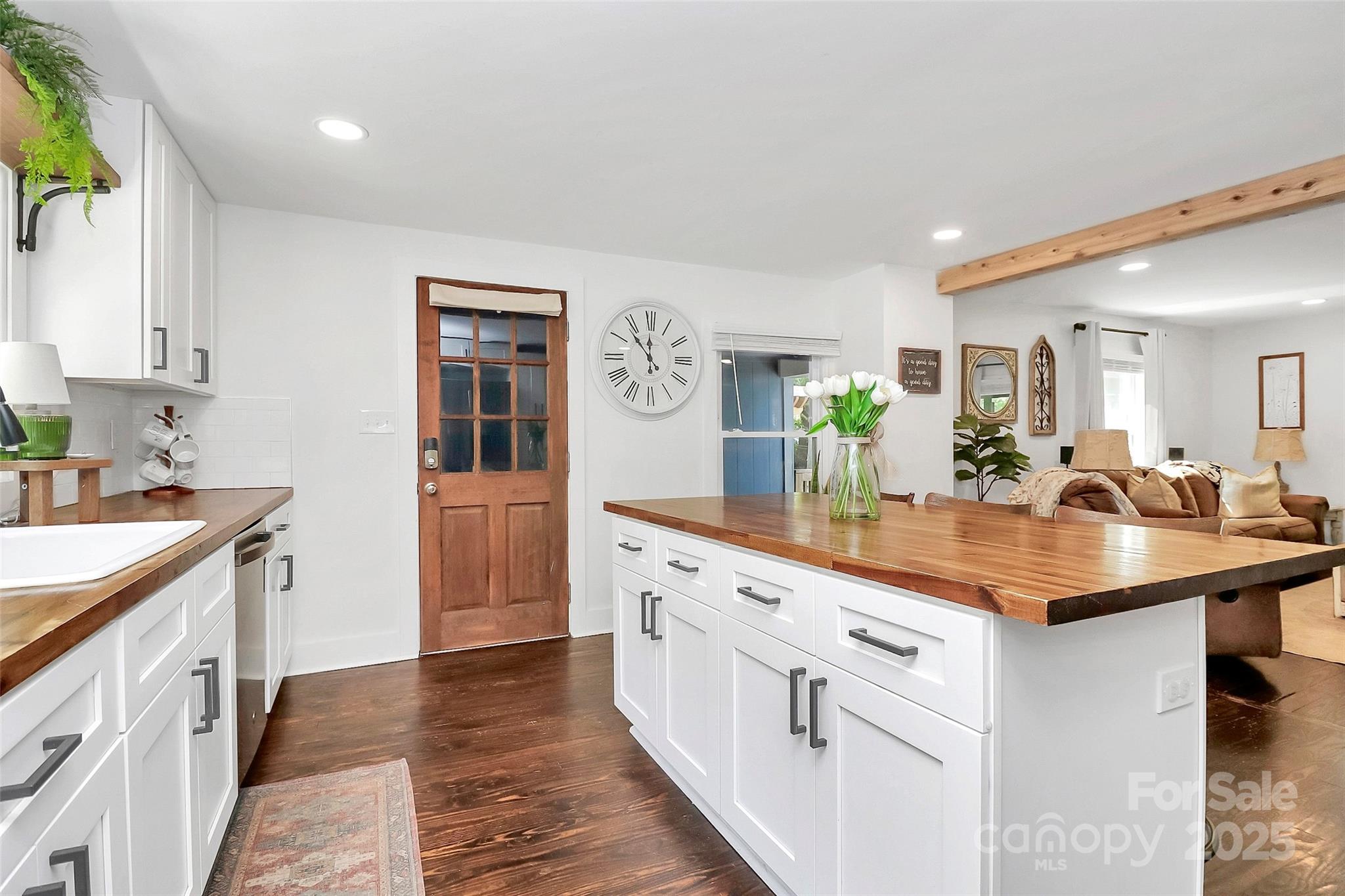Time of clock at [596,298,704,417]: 11:53
